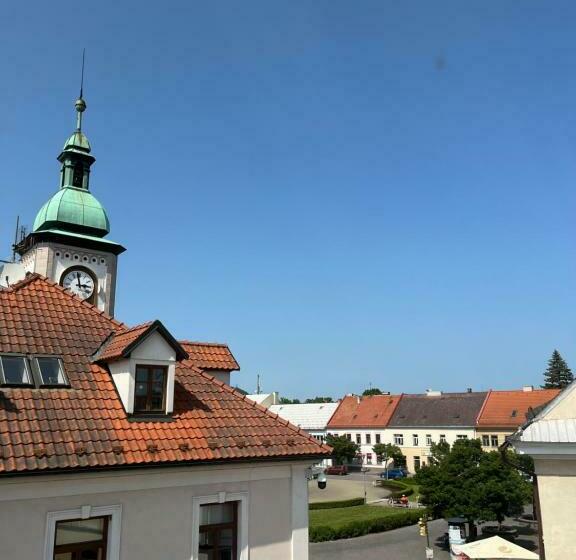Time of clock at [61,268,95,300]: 2:58
